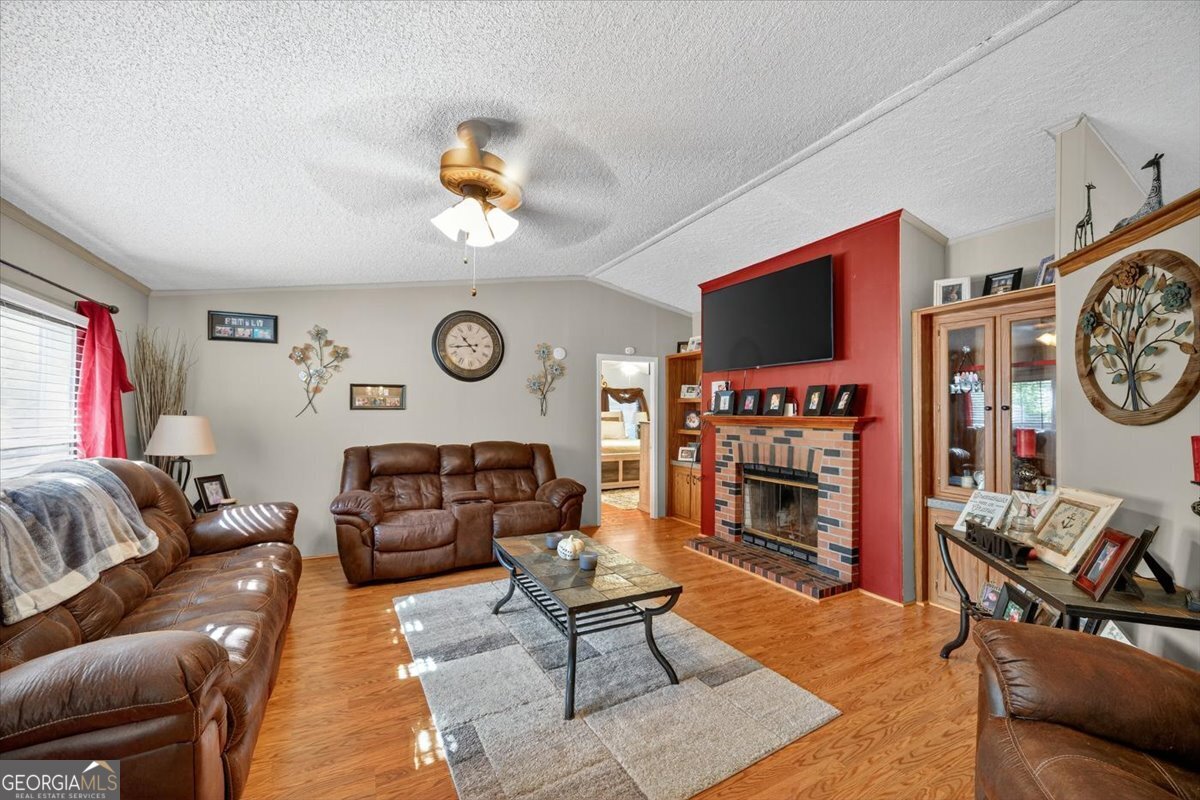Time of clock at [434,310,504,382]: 10:43
